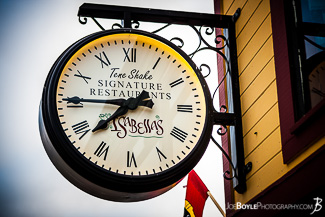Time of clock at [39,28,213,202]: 7:45
